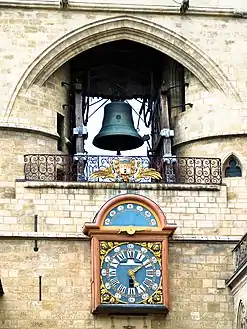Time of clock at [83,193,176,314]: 6:08
